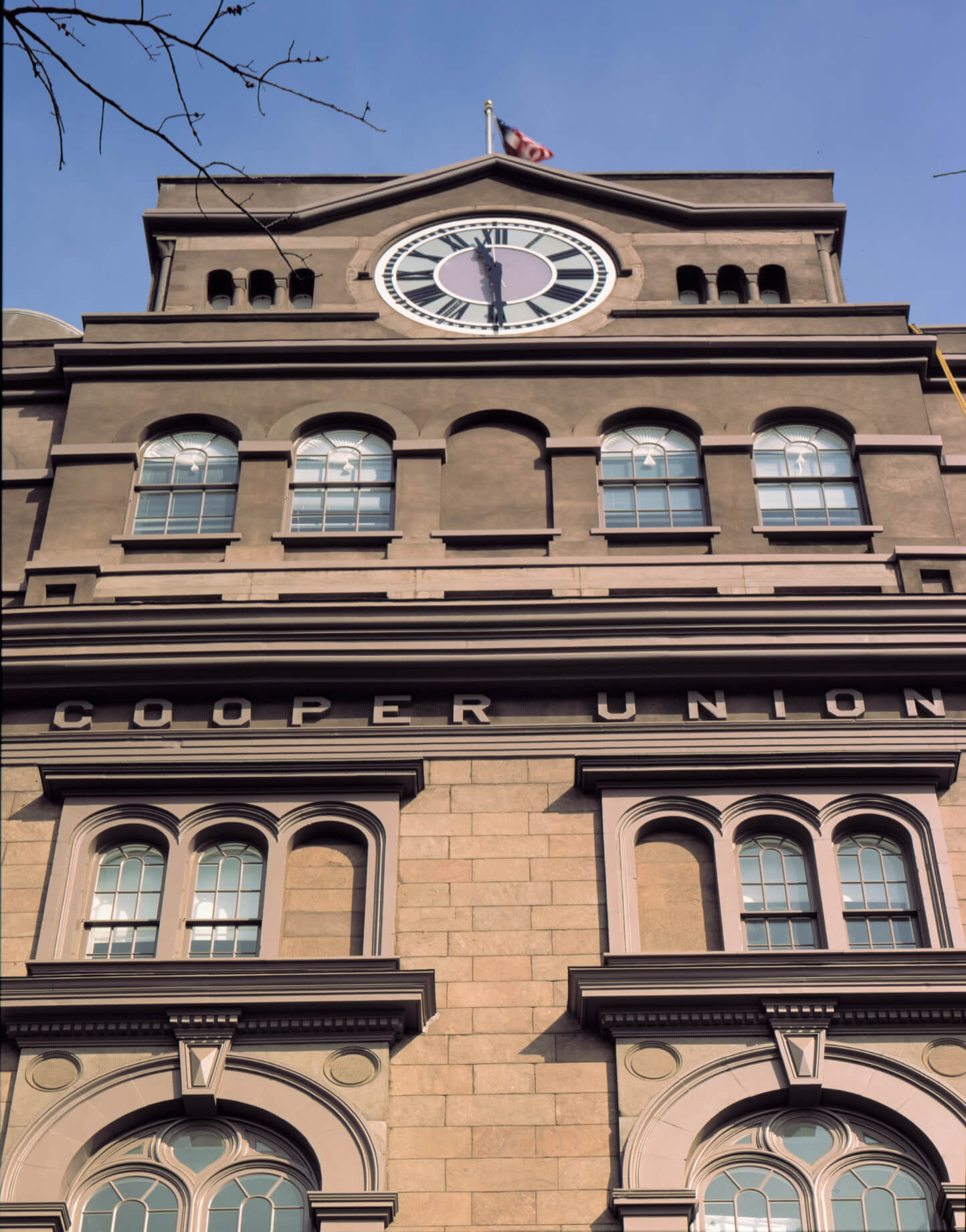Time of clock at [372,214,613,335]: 11:29
